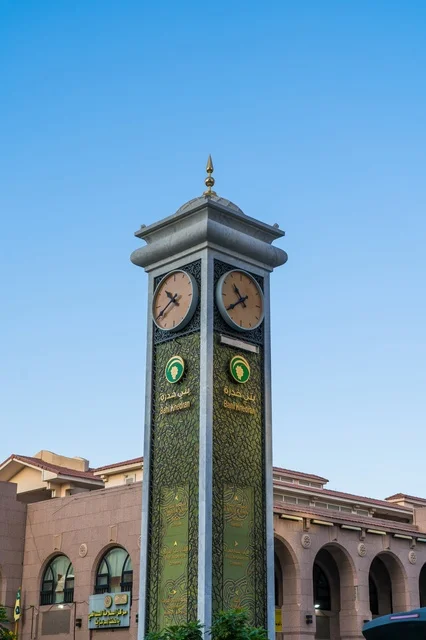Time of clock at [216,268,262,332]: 10:38
